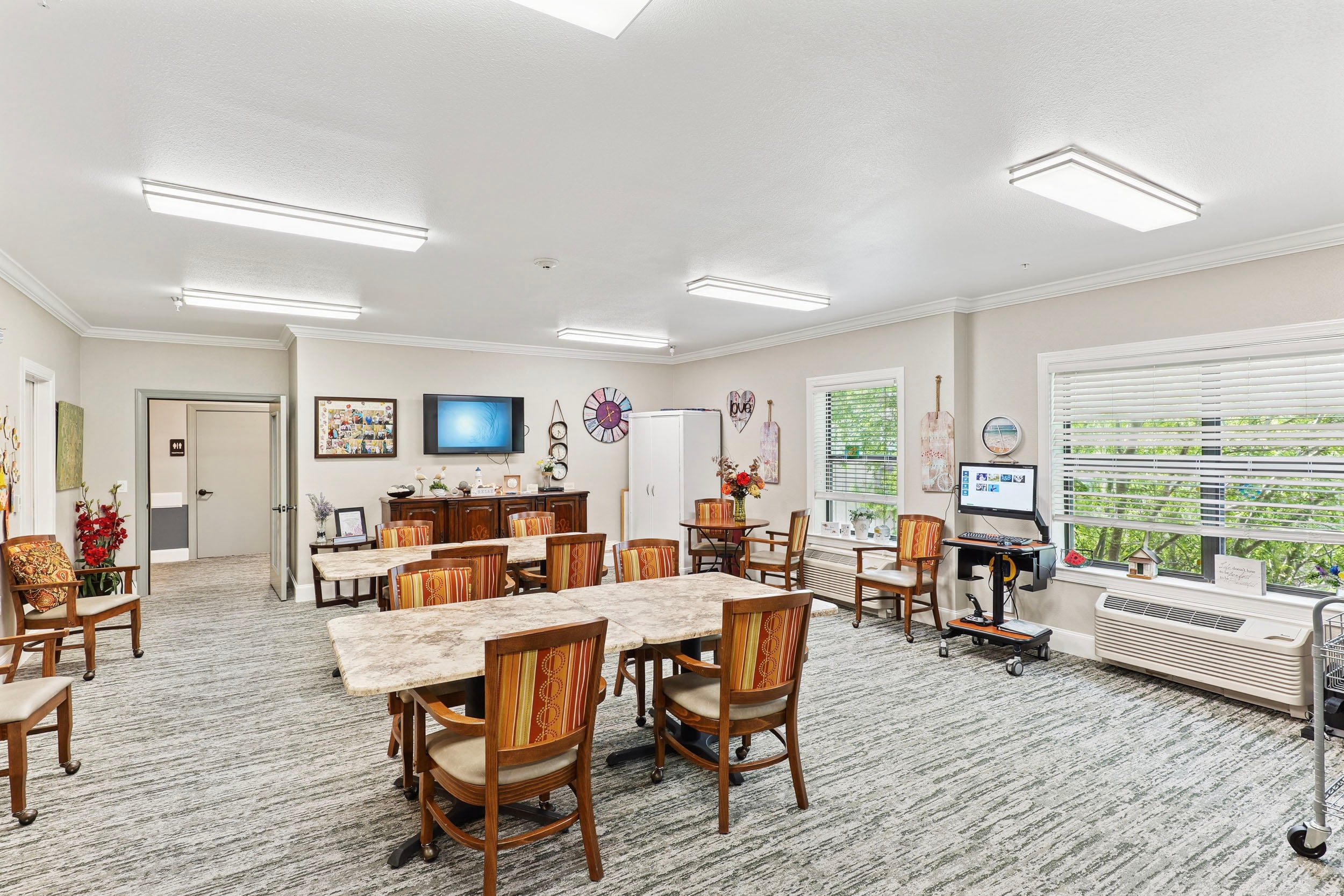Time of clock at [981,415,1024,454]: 11:28
